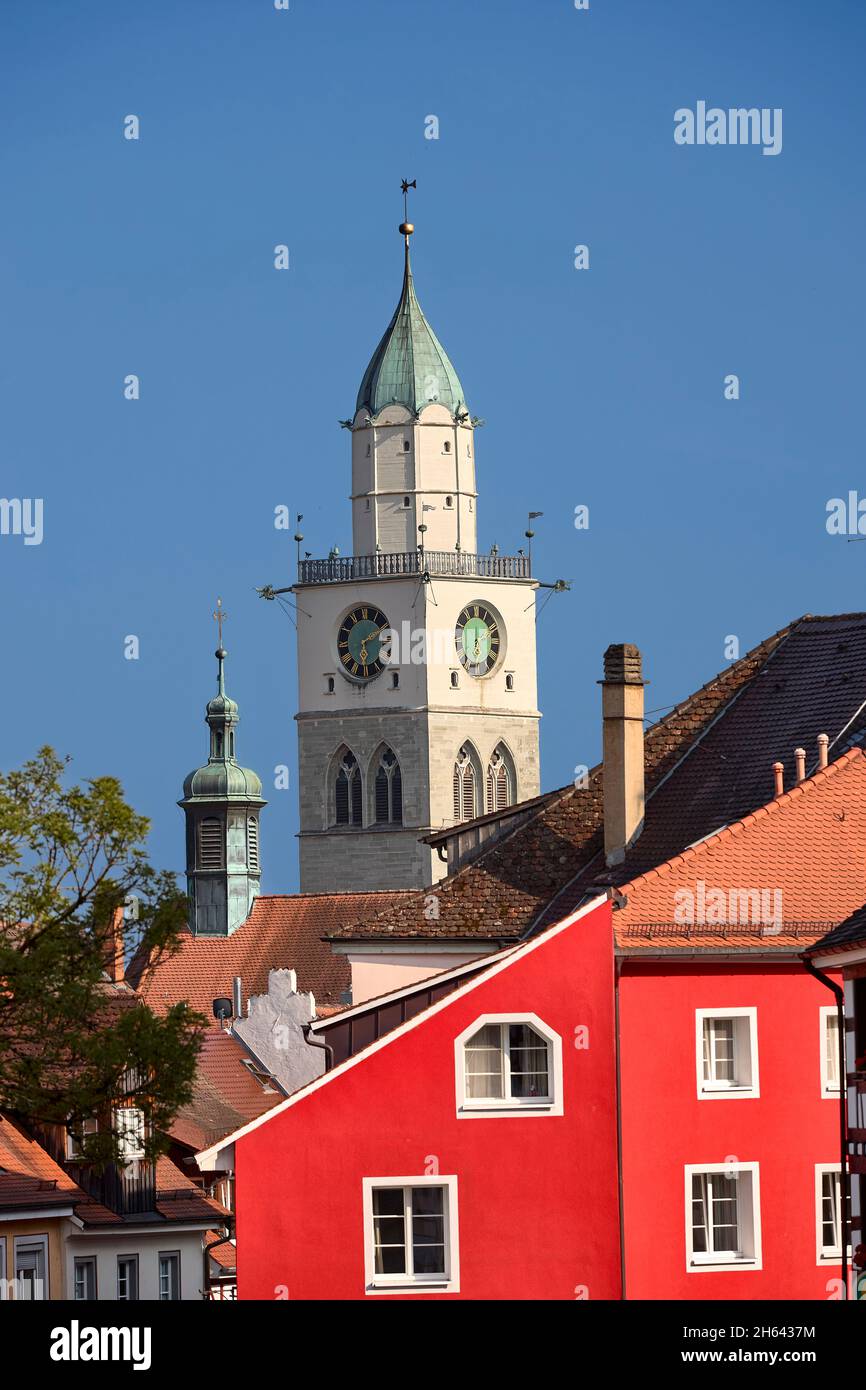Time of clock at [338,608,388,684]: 6:10
